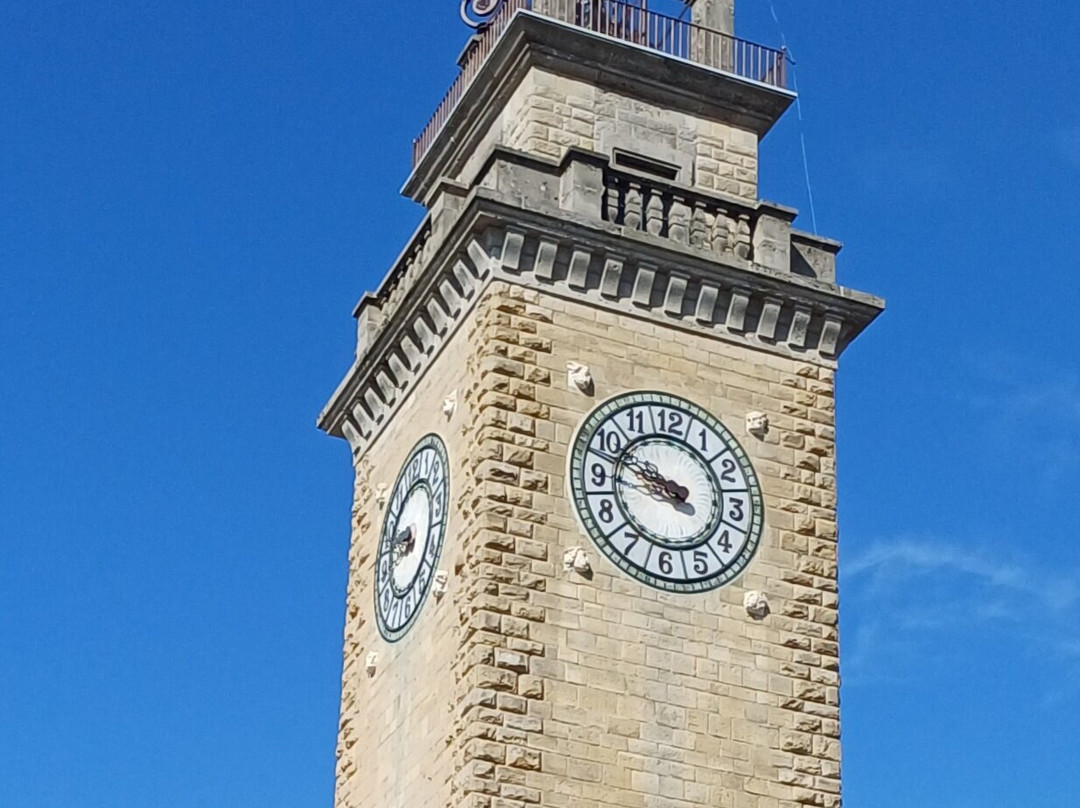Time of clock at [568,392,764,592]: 9:48
